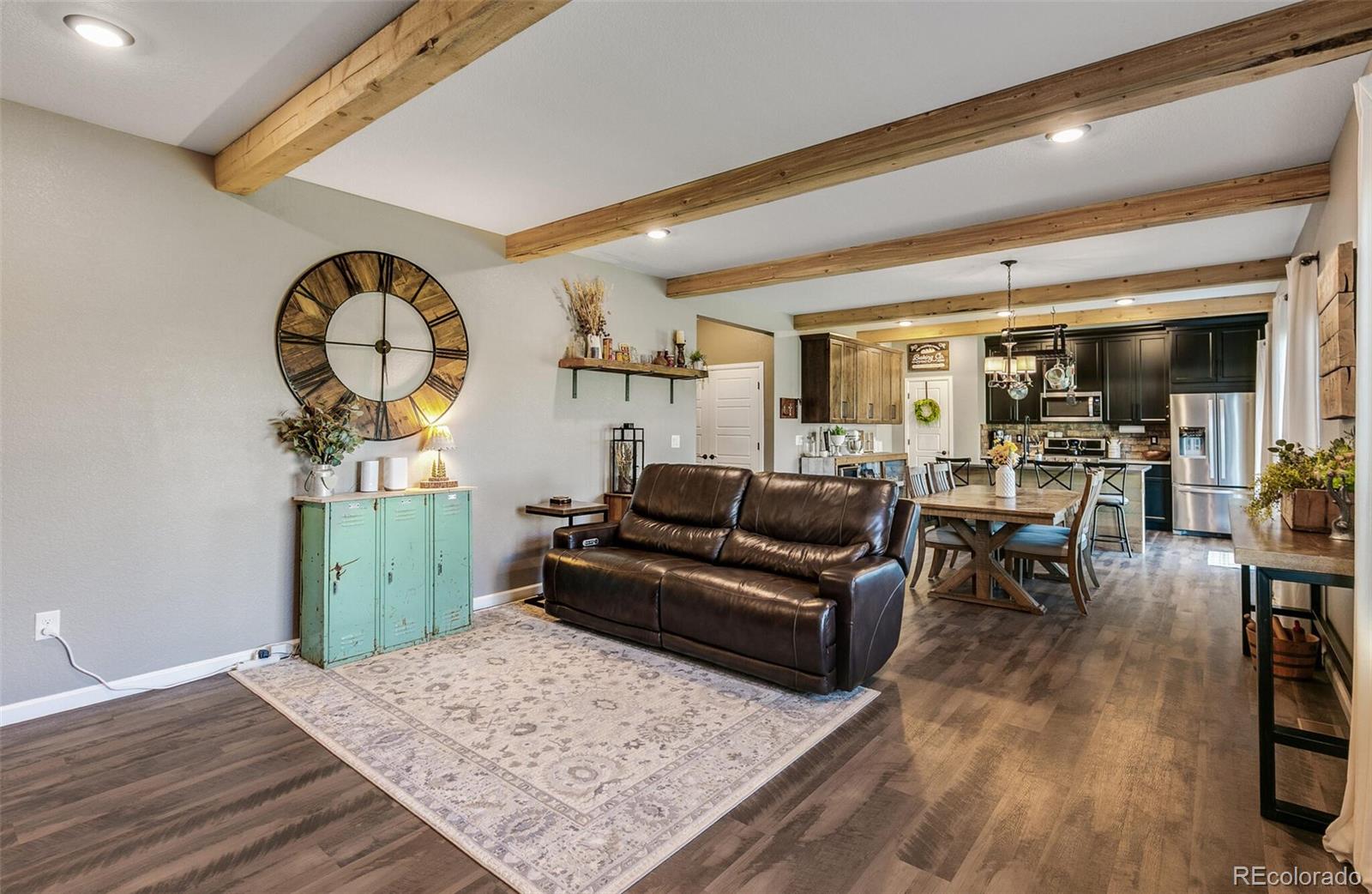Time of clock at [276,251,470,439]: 5:59
